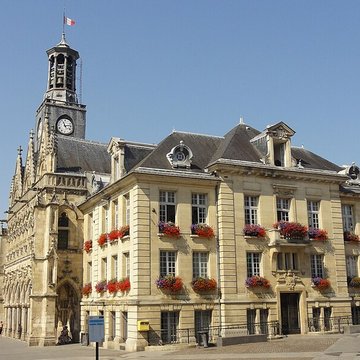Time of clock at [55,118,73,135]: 11:13
